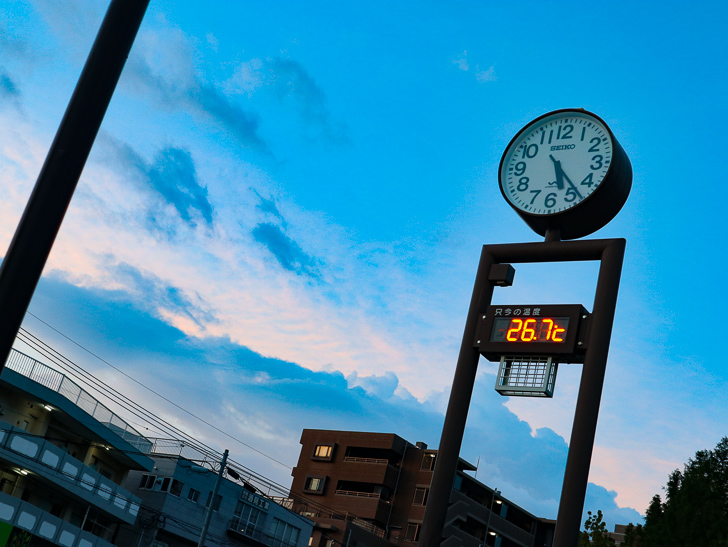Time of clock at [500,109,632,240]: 5:23
